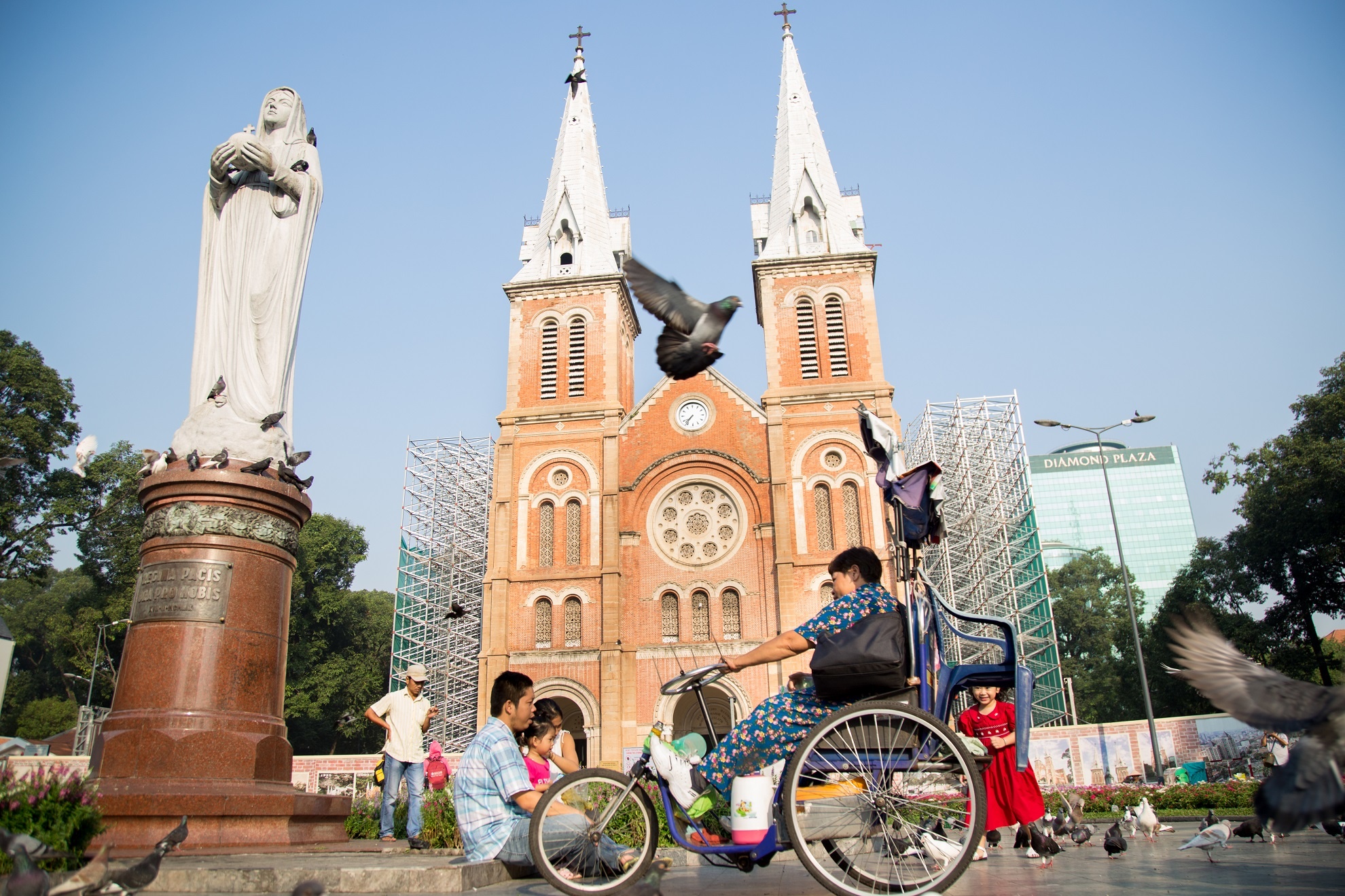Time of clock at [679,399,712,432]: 7:36
